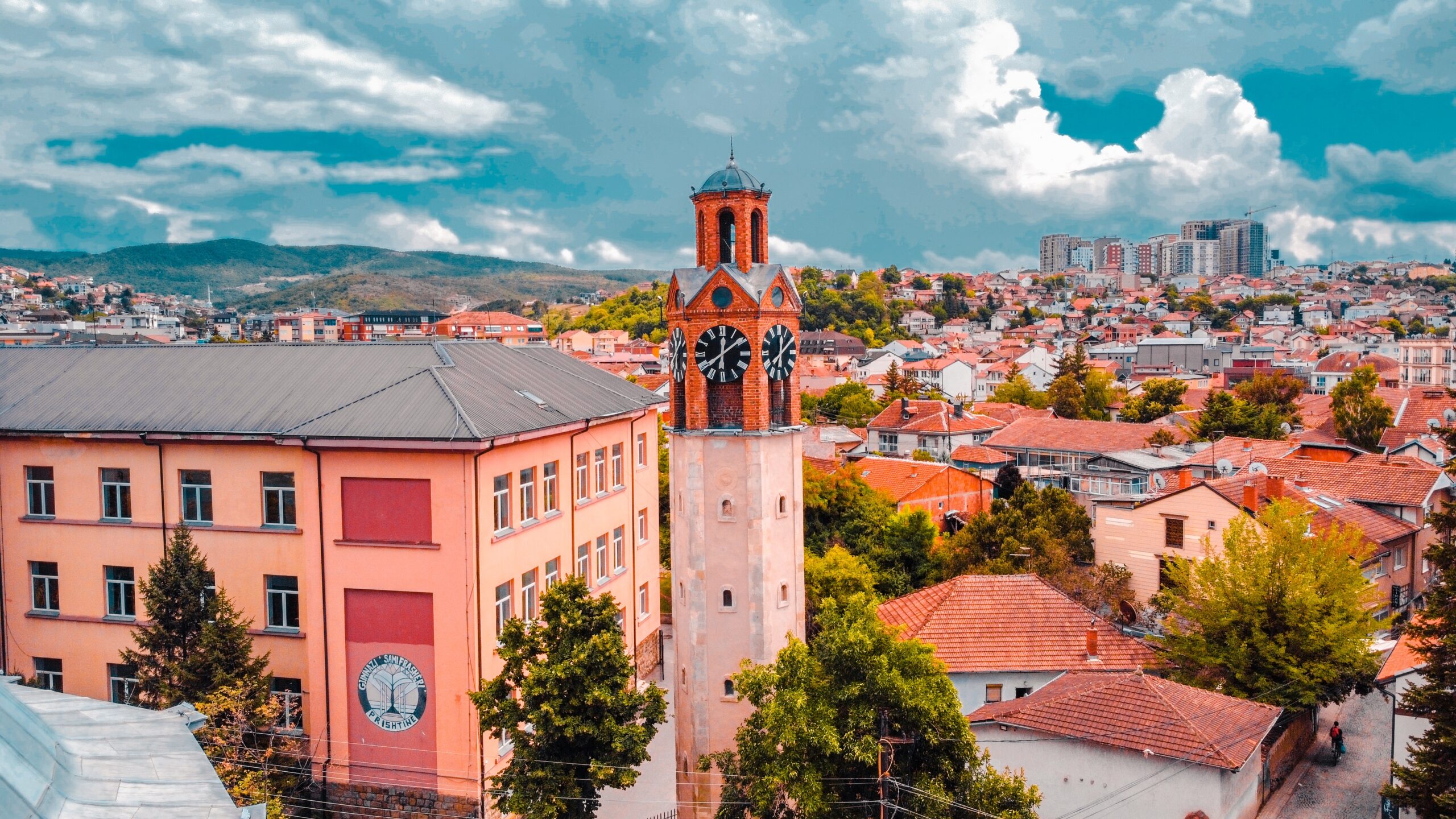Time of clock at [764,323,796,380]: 12:09
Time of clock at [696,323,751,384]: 12:08
